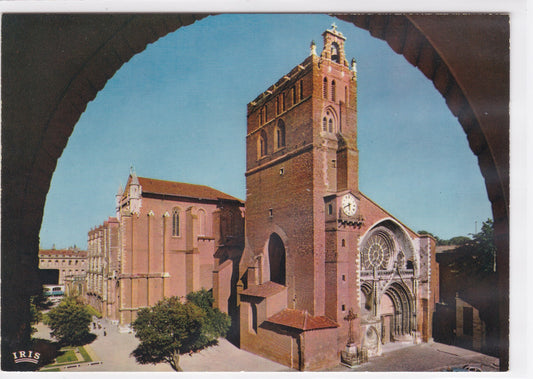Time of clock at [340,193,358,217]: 5:40
